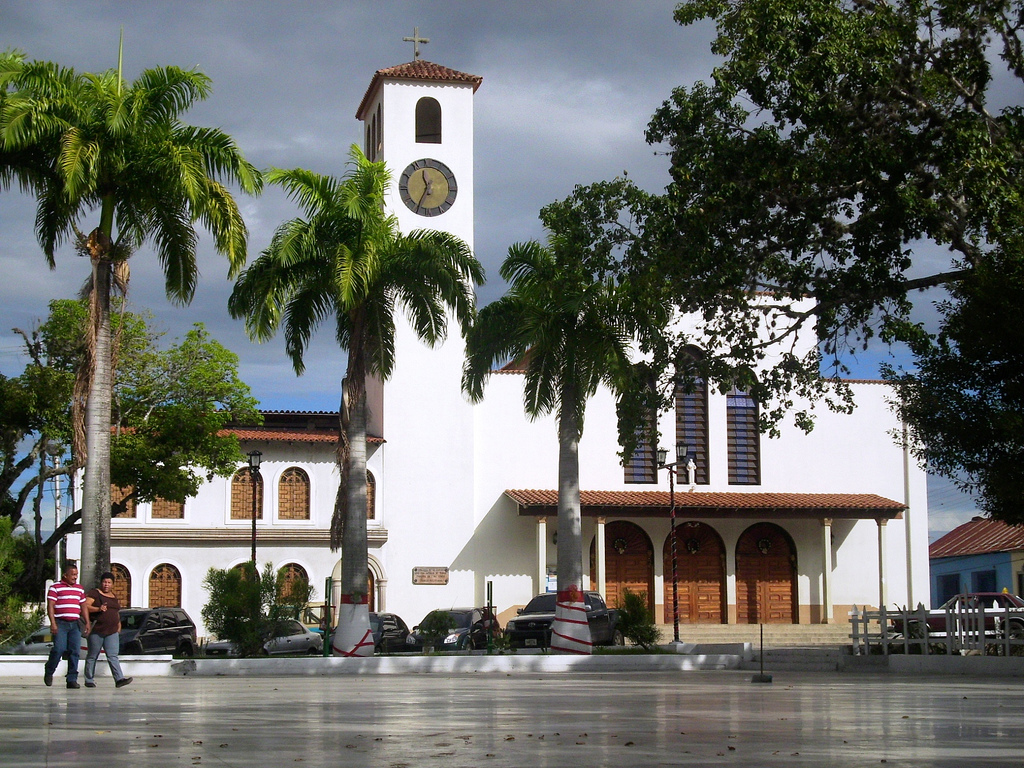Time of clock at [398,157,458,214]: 11:34
